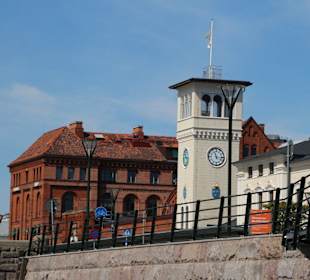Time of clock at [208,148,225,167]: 11:16
